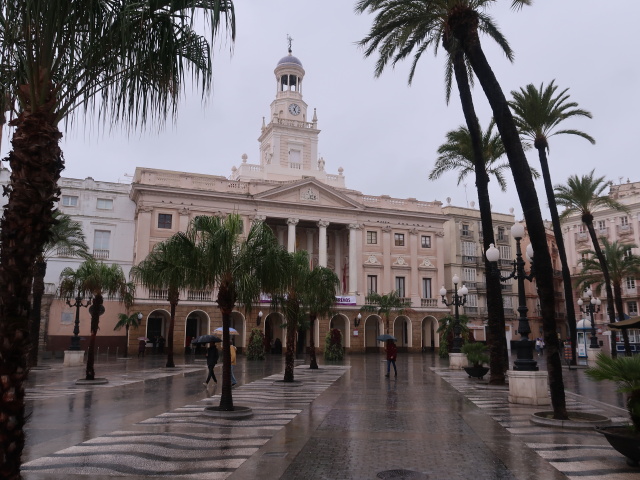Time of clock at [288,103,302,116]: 5:03
